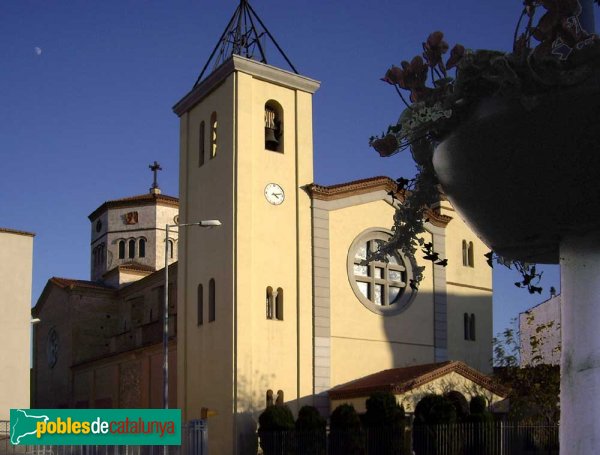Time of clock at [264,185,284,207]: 4:12
